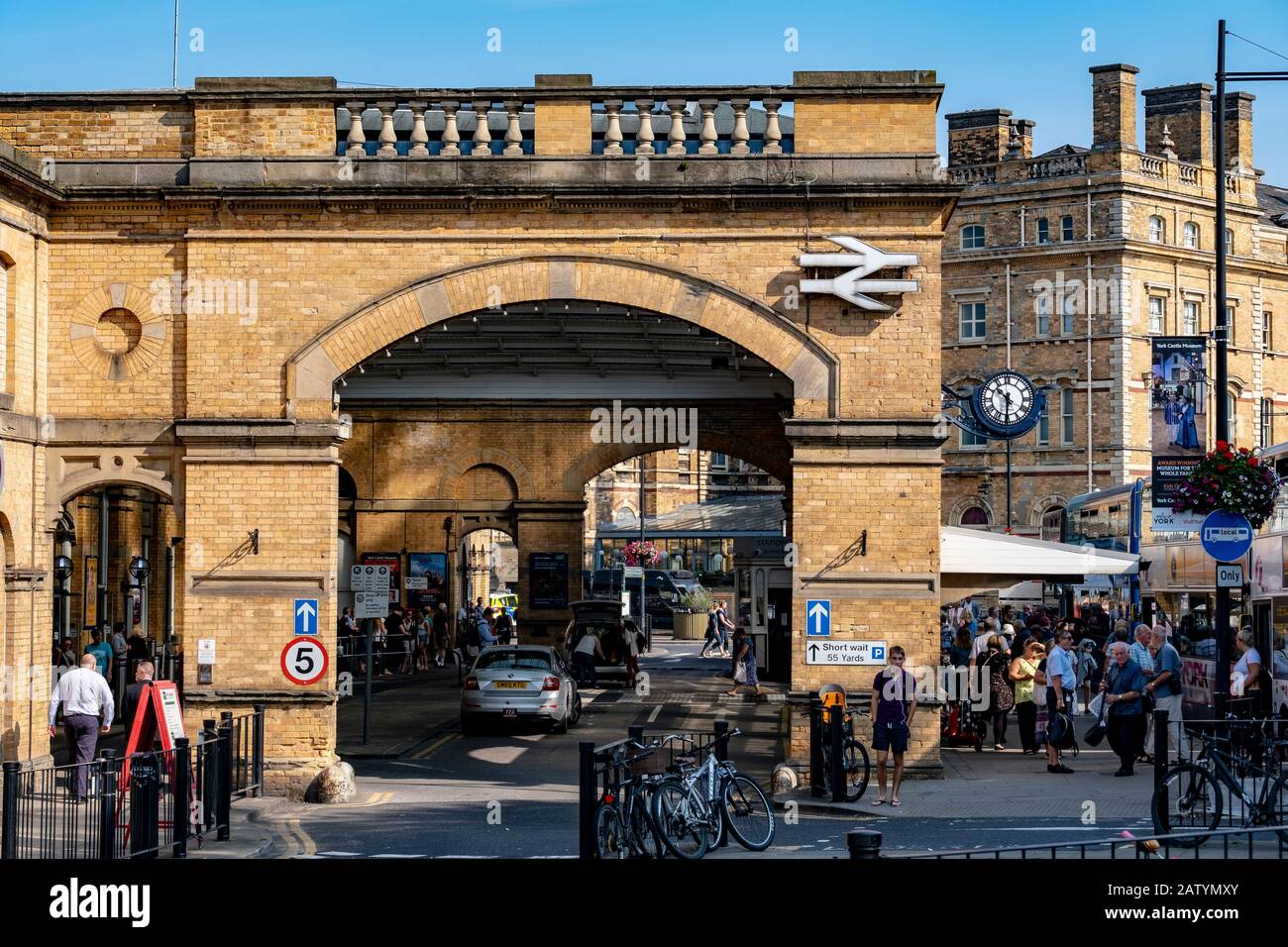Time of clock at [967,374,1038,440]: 10:30
